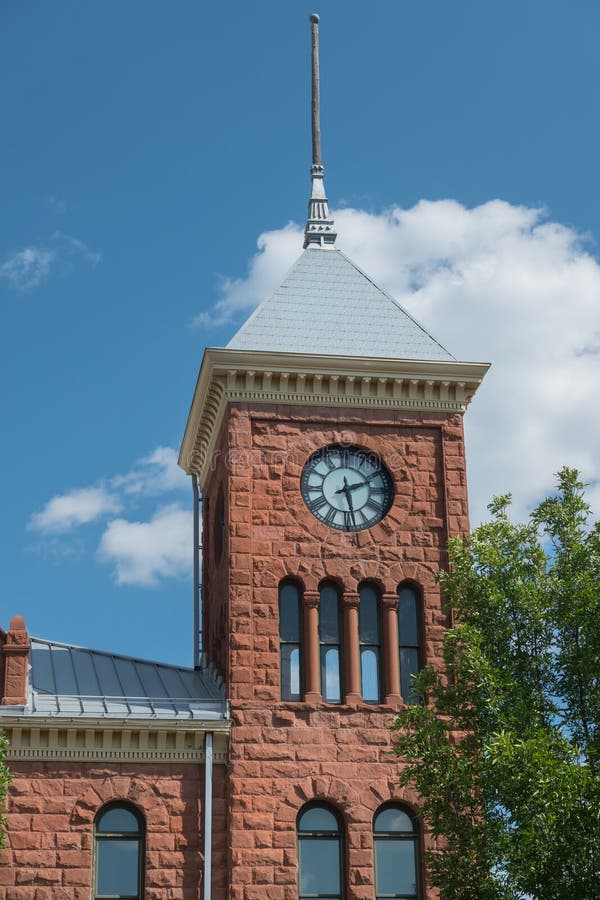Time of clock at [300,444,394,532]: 2:28
